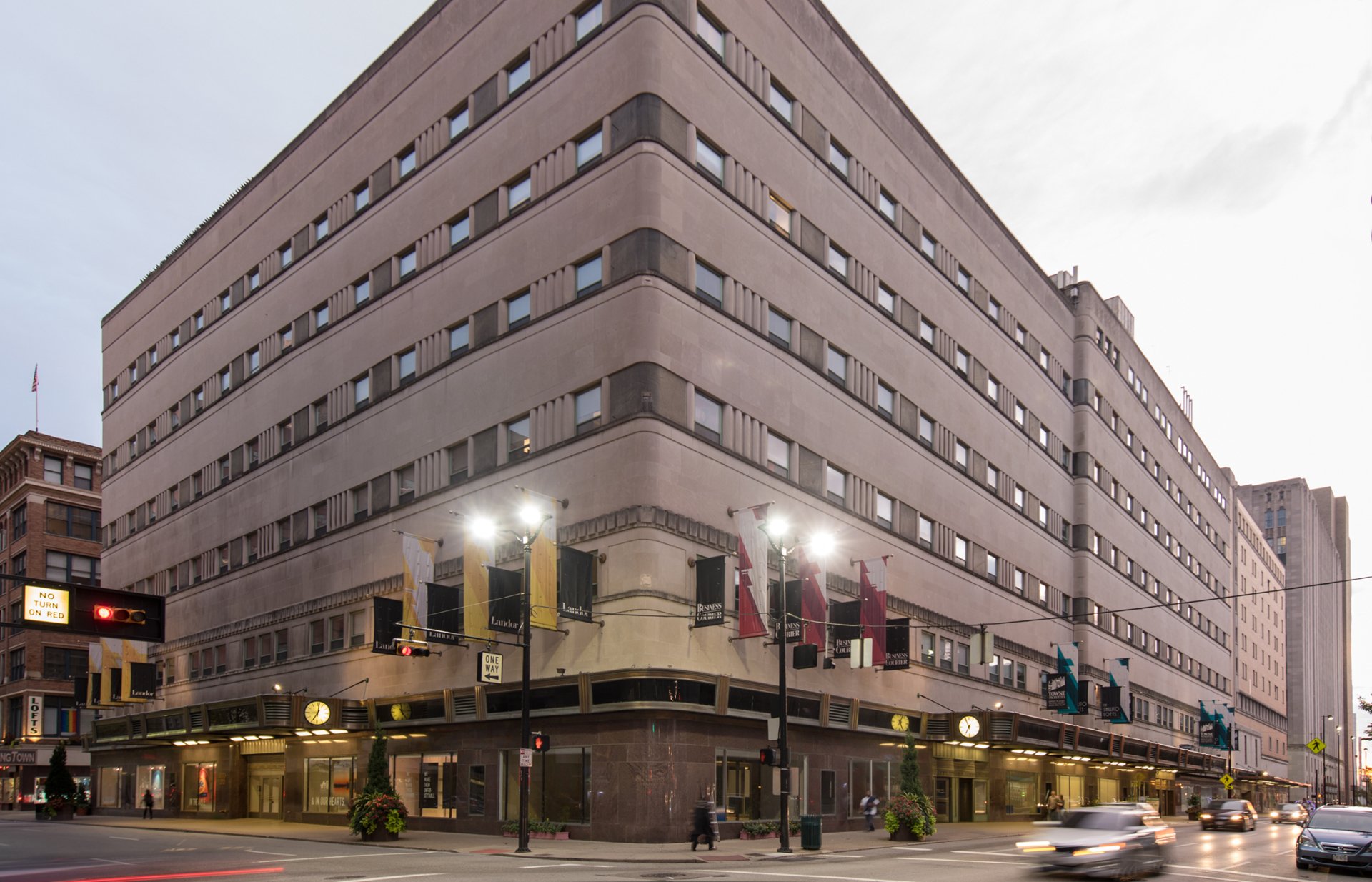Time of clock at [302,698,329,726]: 7:01
